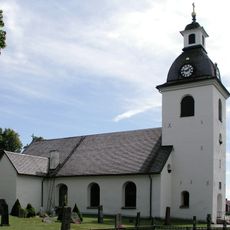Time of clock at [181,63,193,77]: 1:46
